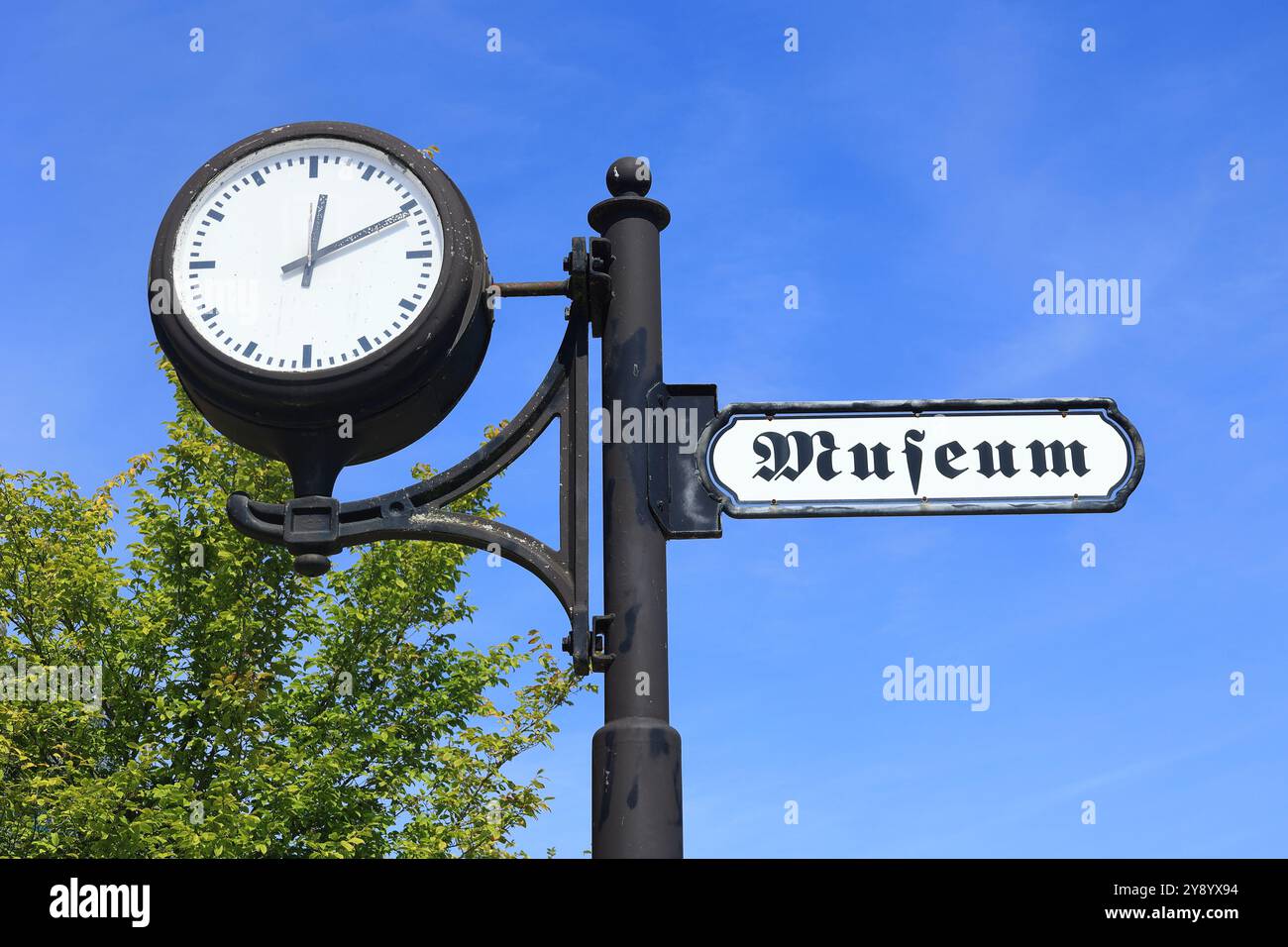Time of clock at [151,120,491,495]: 12:10
